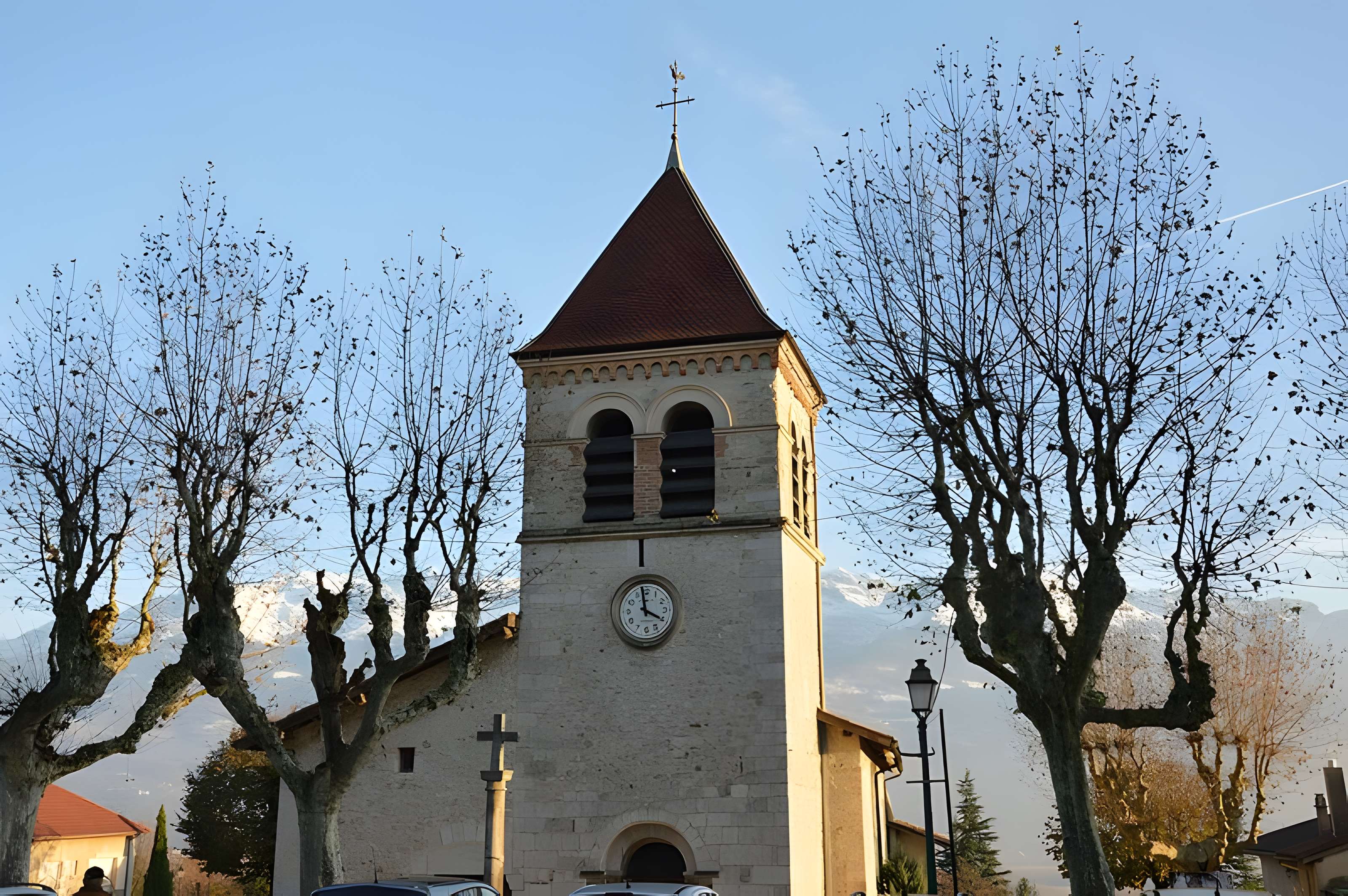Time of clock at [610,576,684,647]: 3:58
